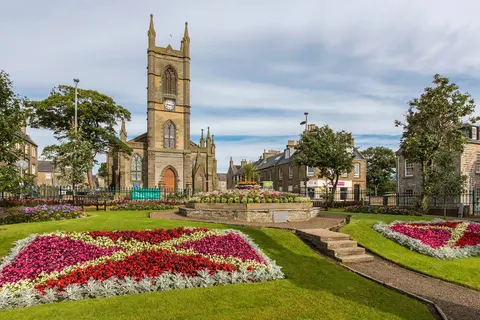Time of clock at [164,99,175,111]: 9:16
